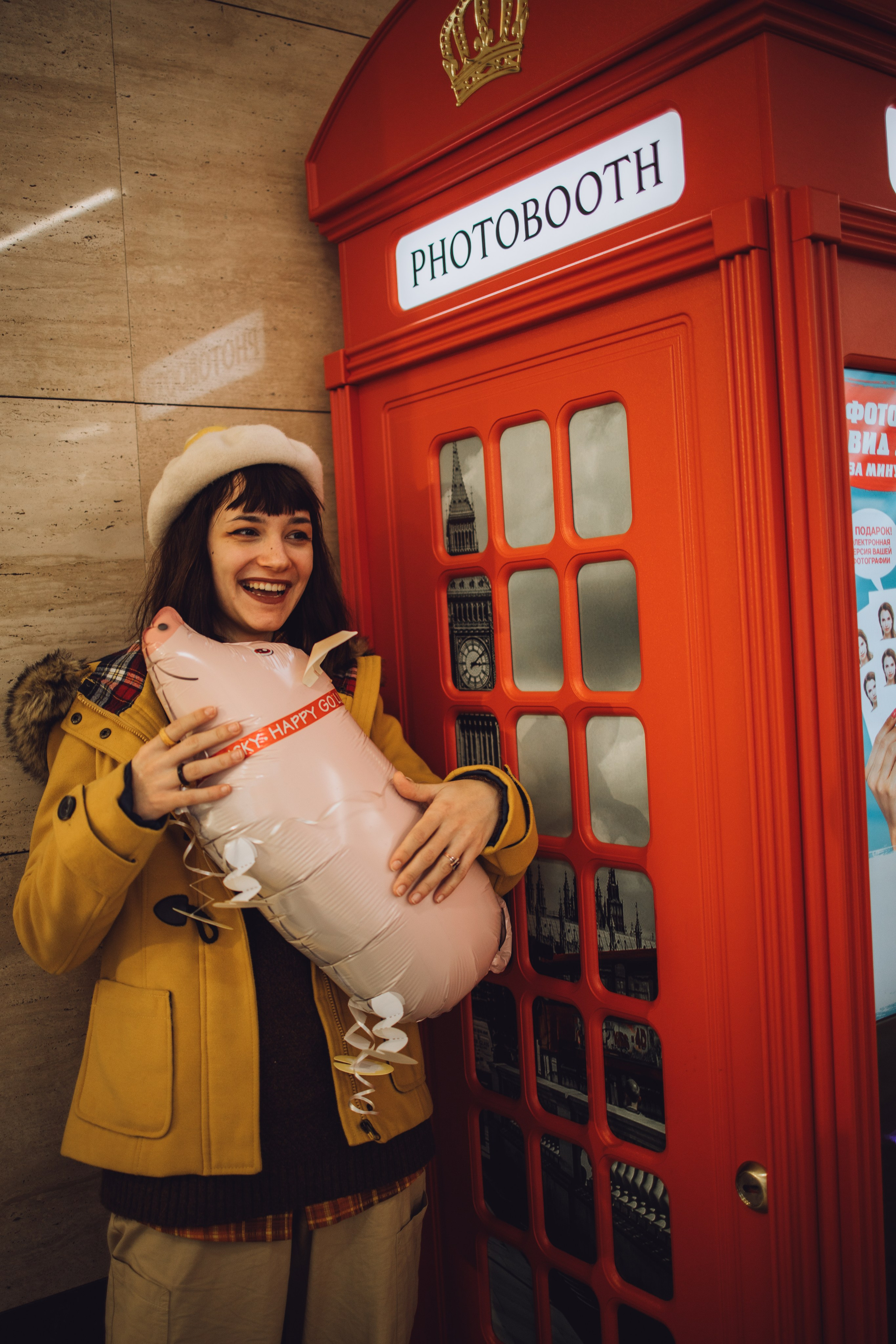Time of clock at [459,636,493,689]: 3:09
